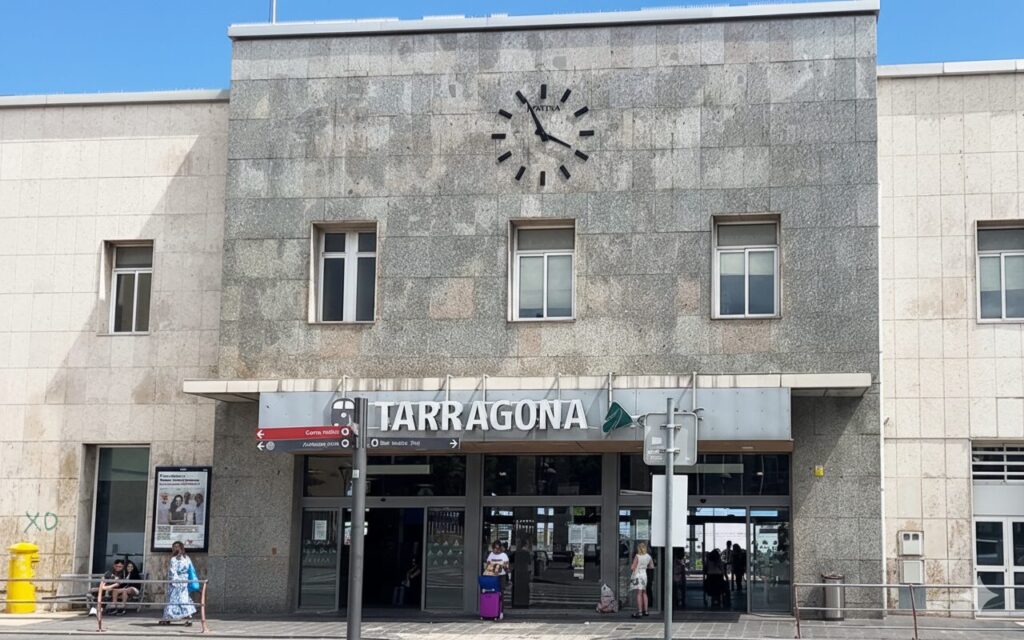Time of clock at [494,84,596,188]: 3:55
